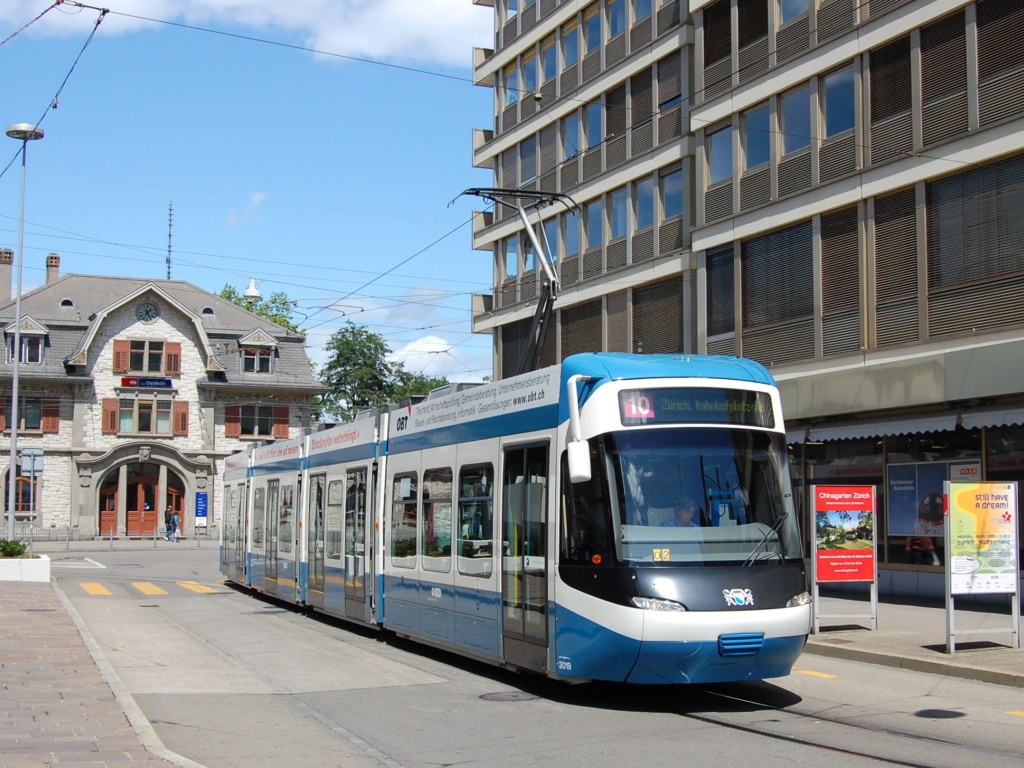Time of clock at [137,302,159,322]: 1:24
